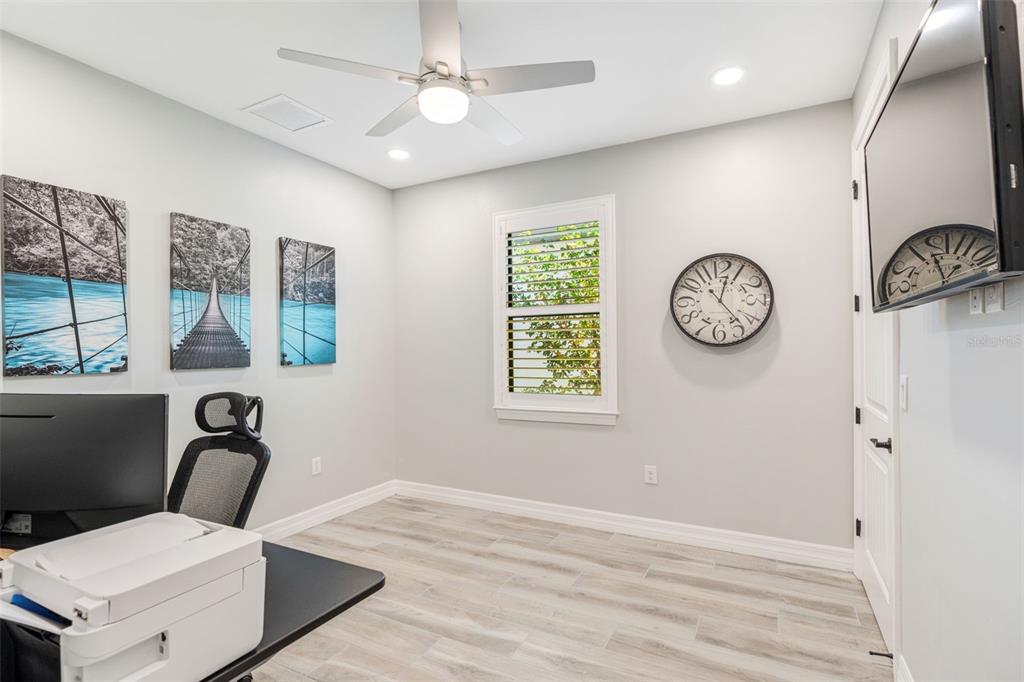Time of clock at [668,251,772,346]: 12:23
